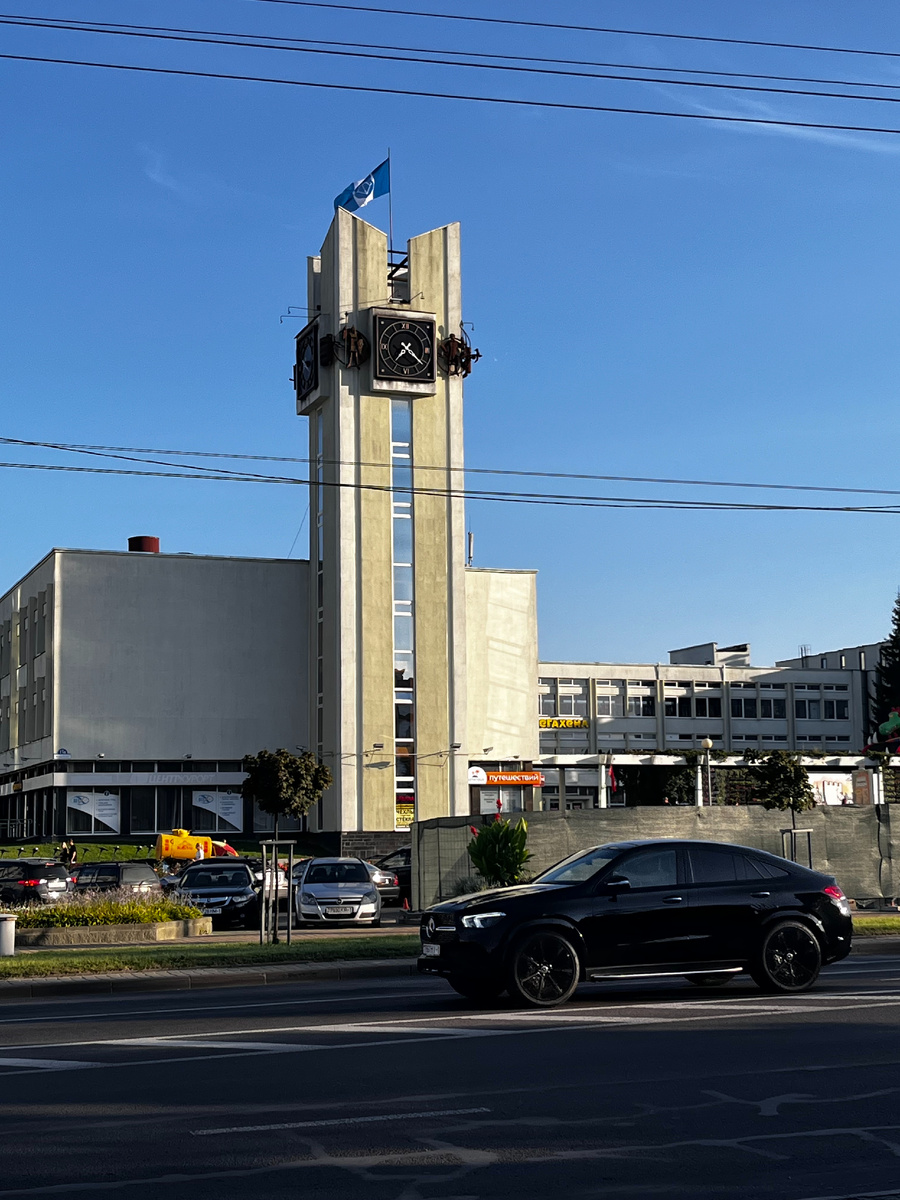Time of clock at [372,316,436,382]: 7:21
